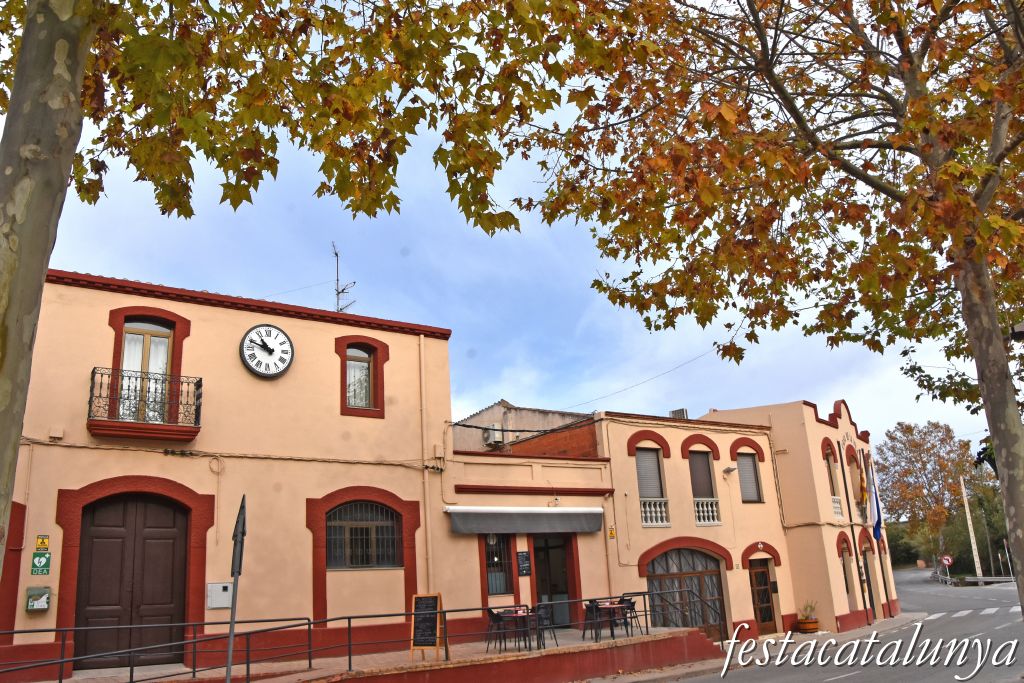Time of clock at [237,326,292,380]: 10:48
